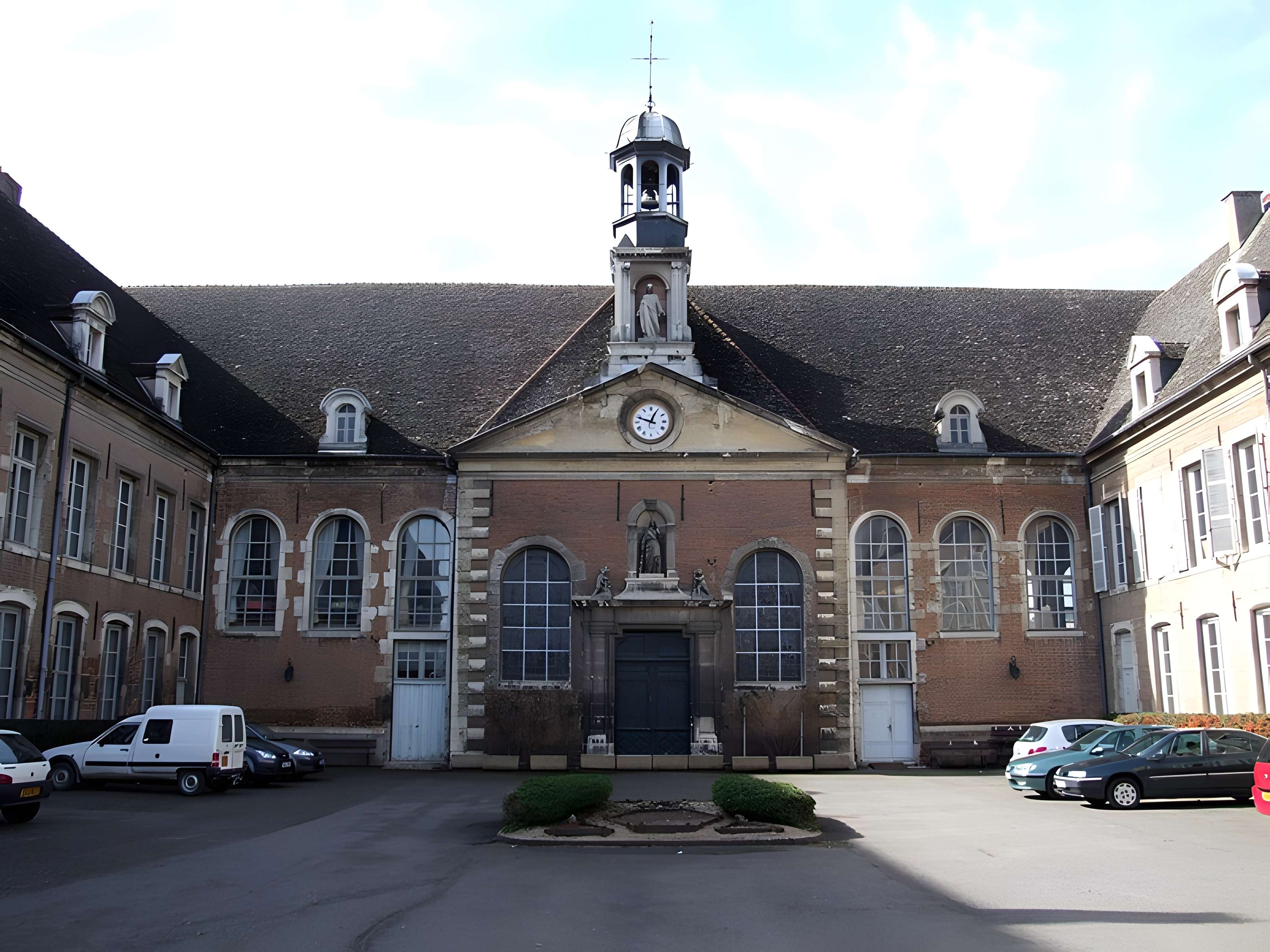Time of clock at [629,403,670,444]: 12:48
